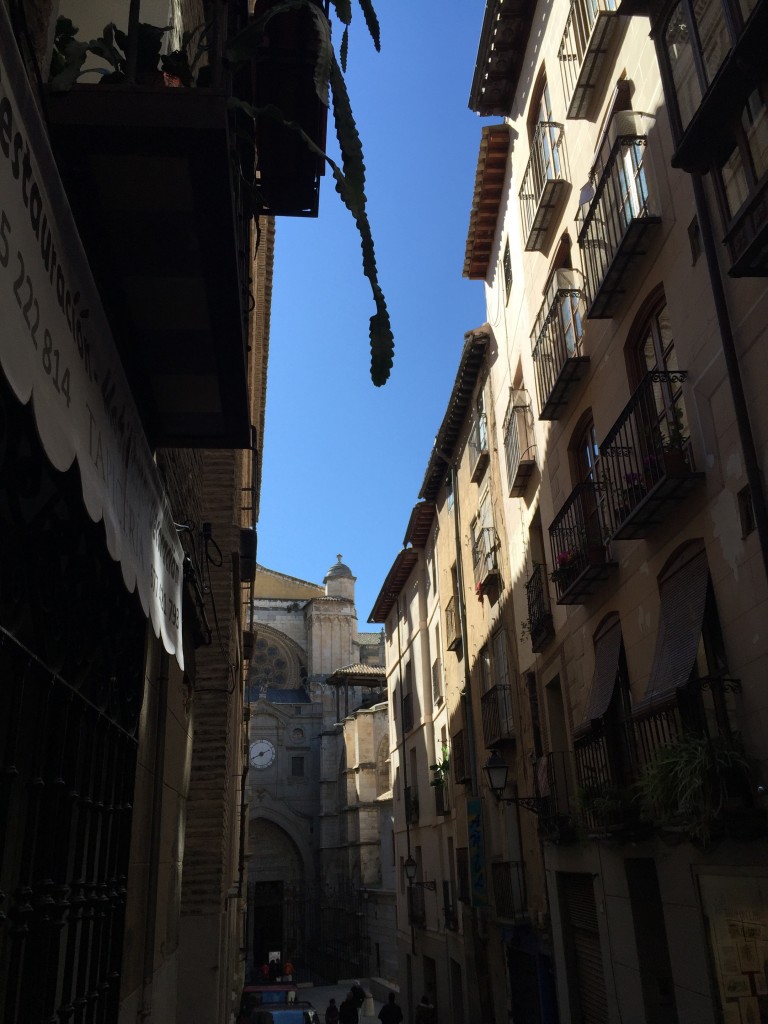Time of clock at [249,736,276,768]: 8:11
